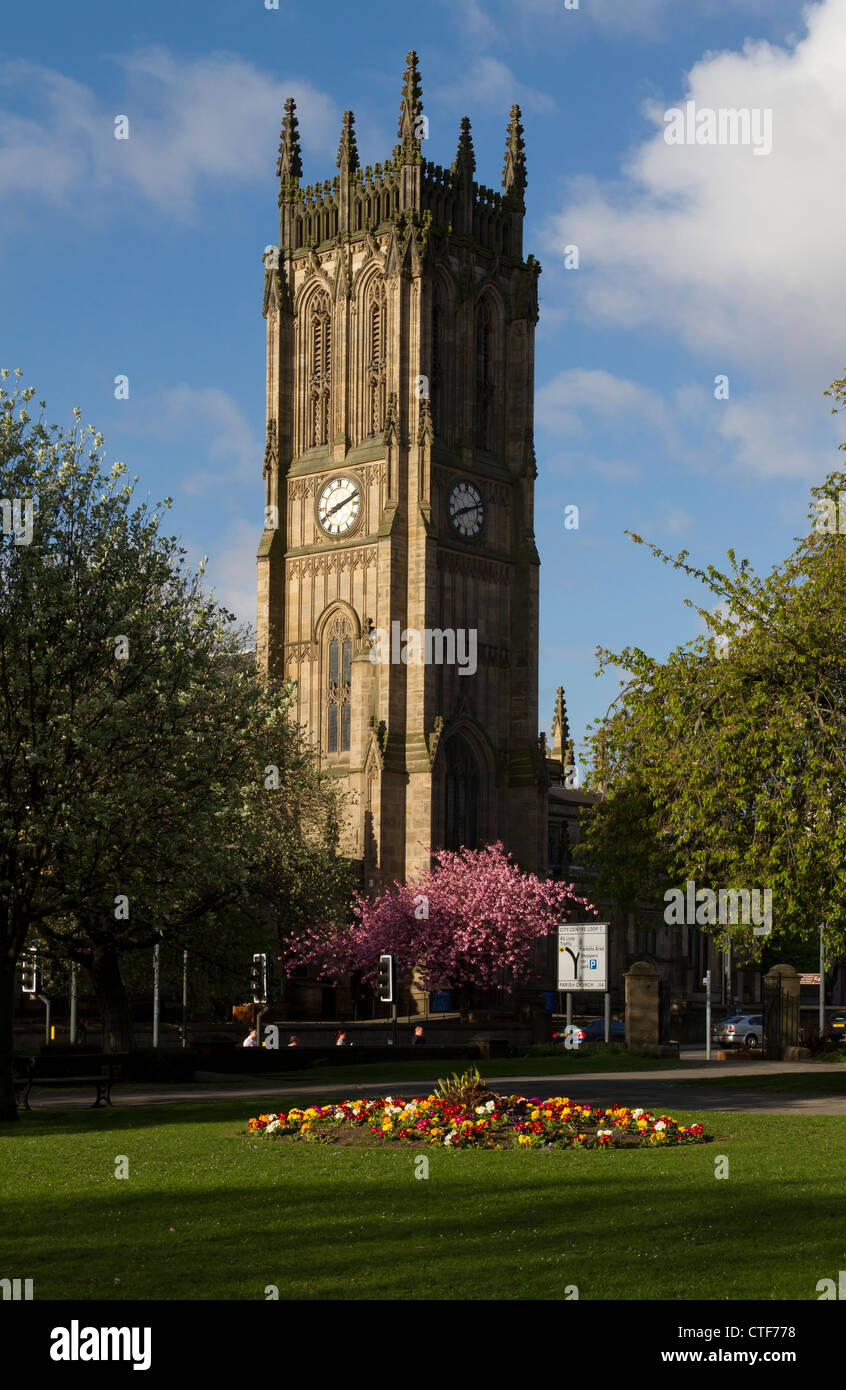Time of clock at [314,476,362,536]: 8:11
